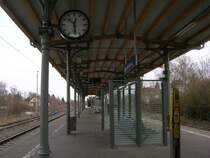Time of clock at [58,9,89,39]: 12:28
